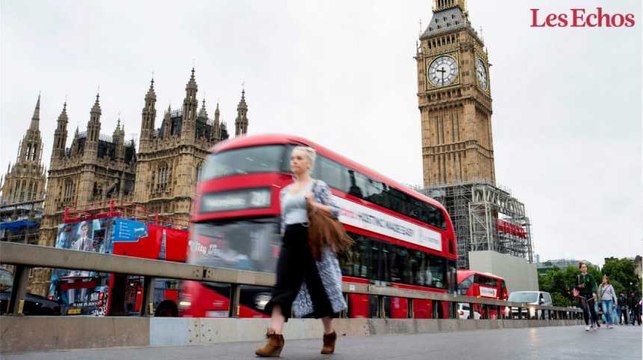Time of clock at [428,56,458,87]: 9:31
